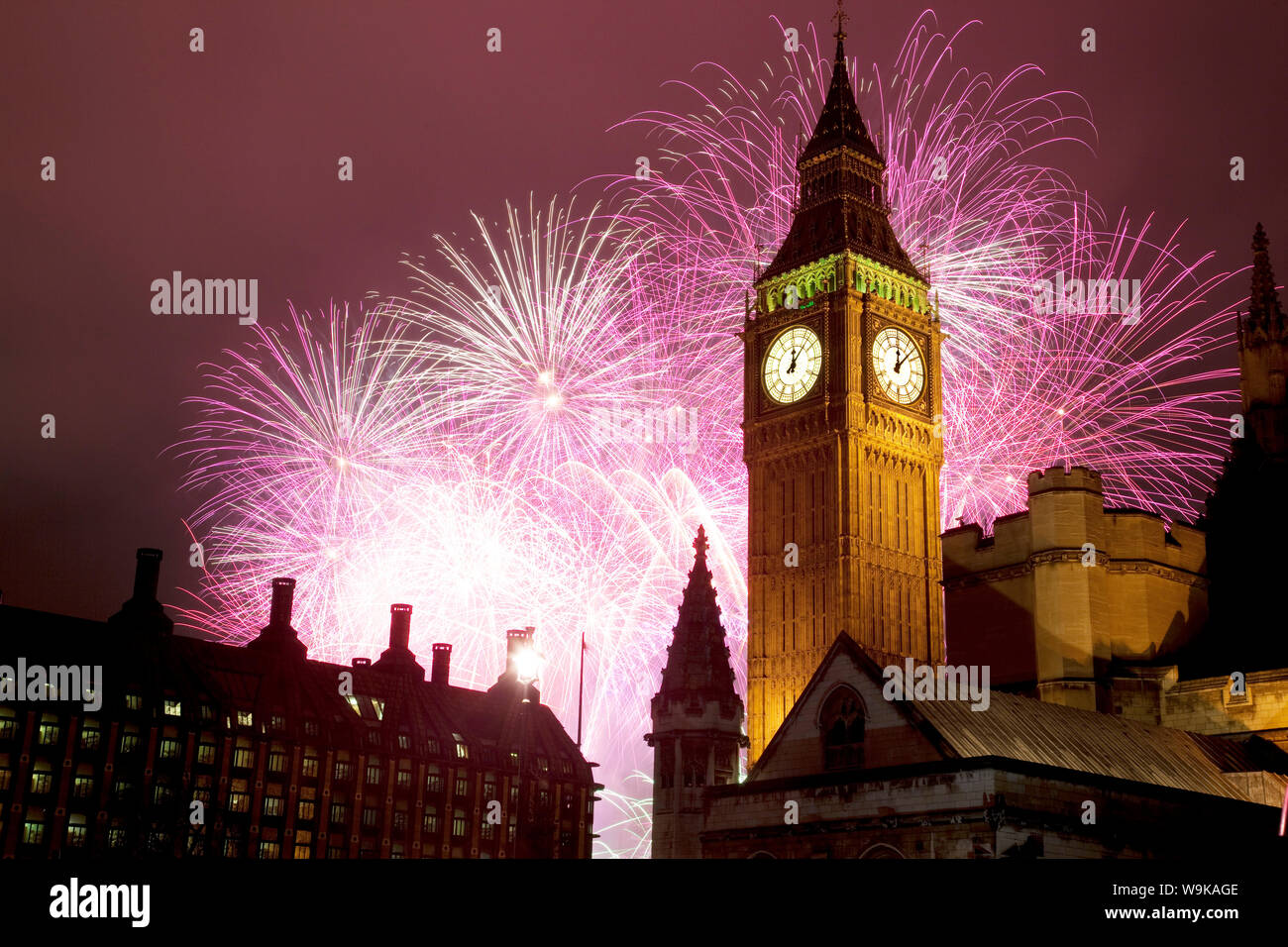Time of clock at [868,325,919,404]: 12:07
